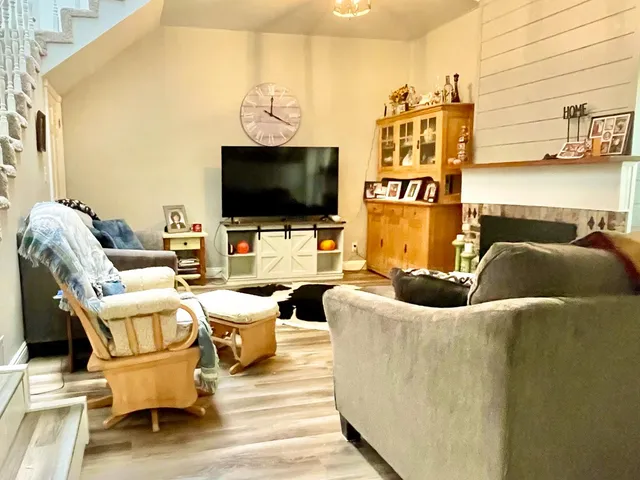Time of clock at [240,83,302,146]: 12:19
